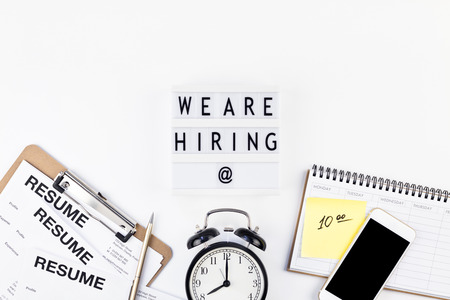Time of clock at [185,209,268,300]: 8:00
